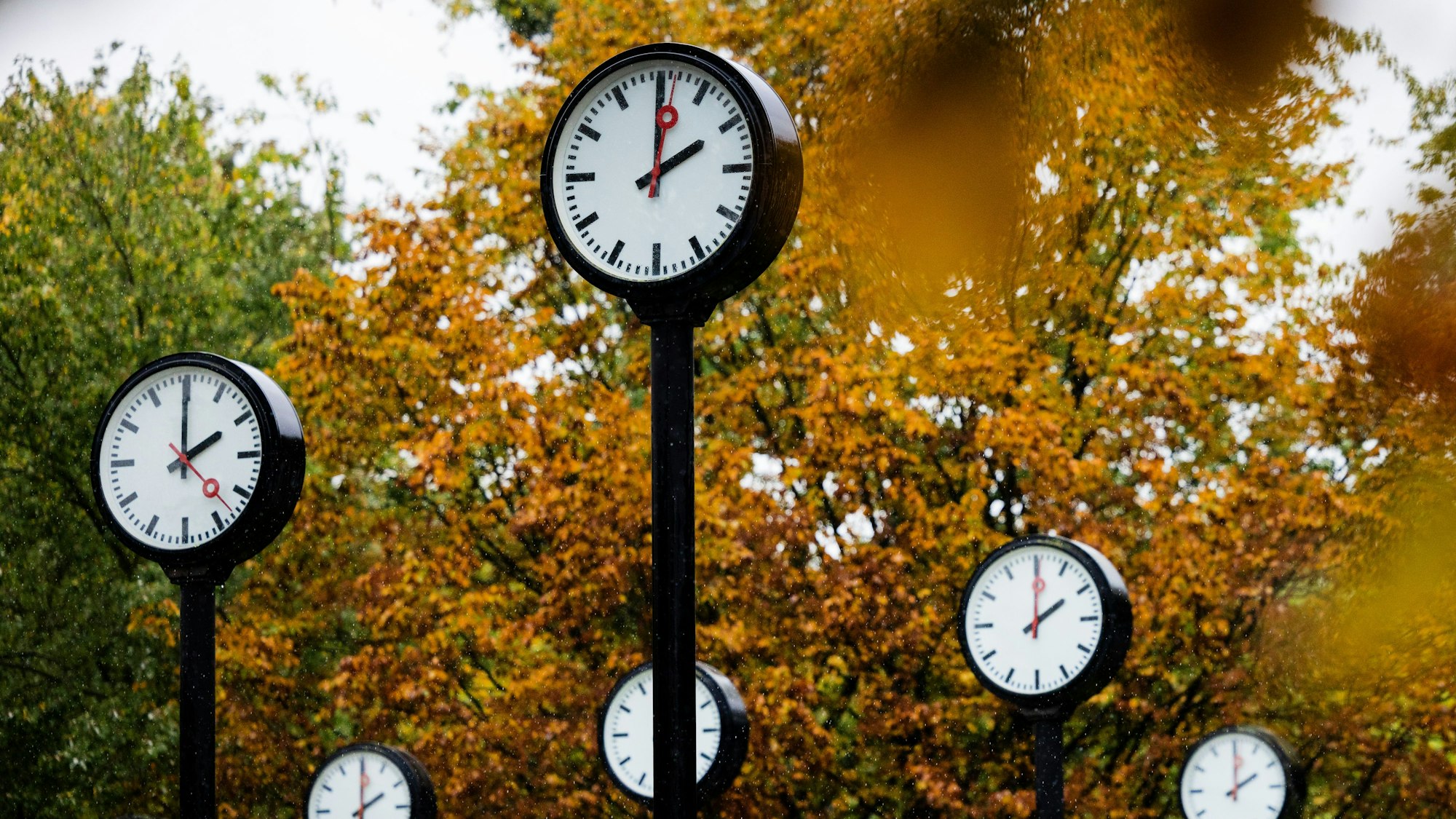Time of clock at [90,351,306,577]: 1:59
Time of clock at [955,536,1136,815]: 2:00
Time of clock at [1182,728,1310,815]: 2:00
